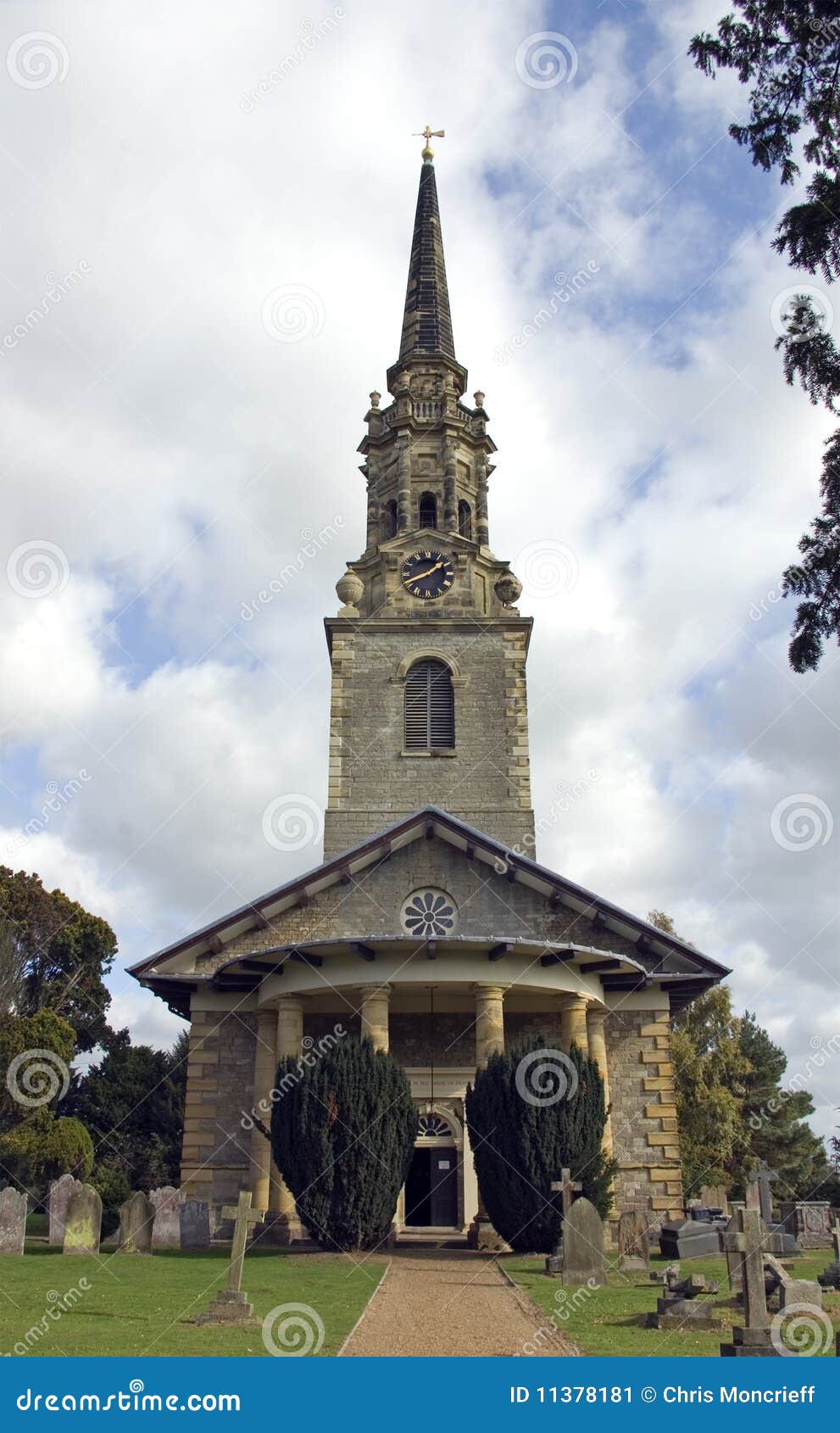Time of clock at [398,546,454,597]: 1:40
